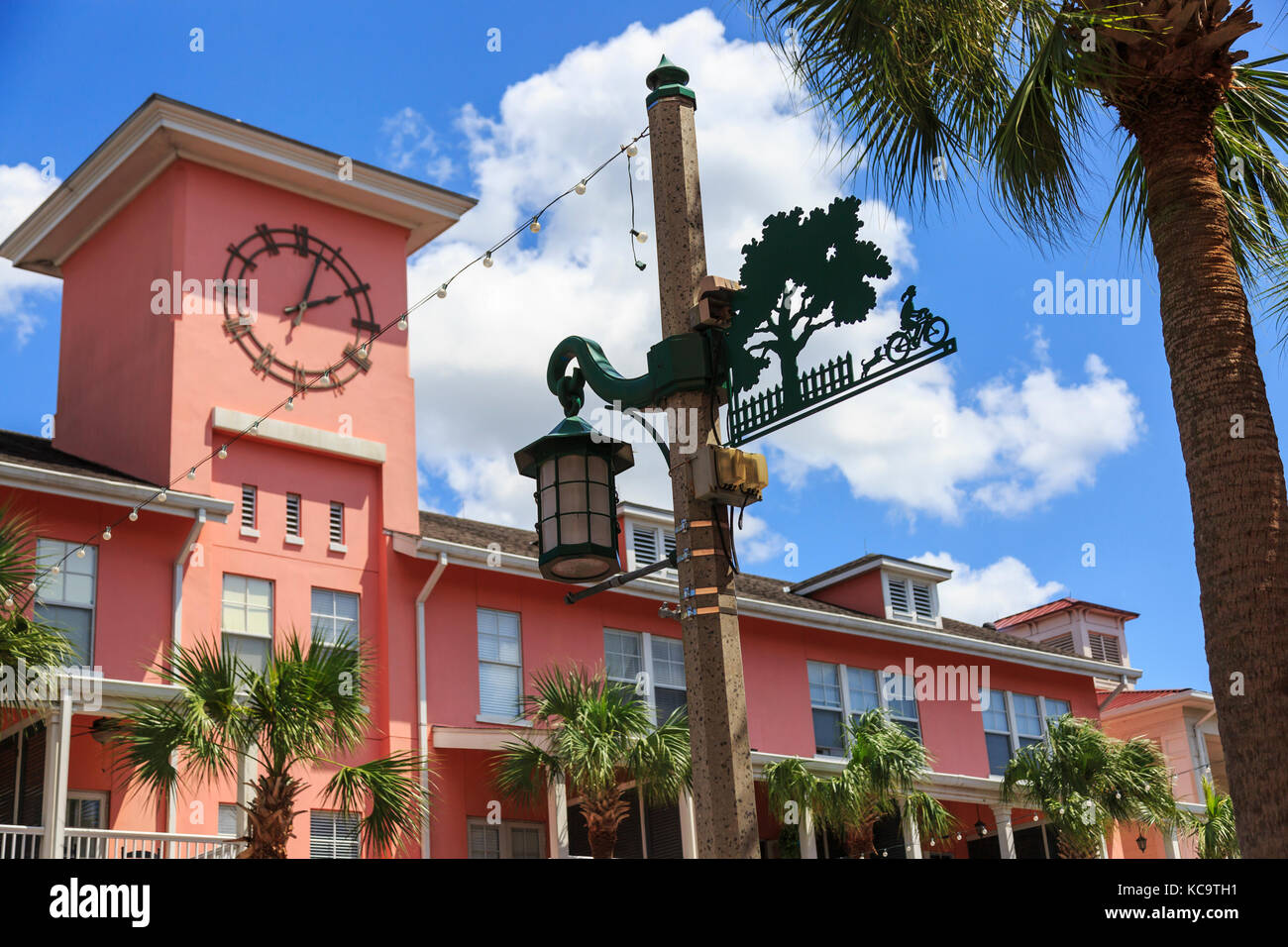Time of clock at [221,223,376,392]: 2:03
